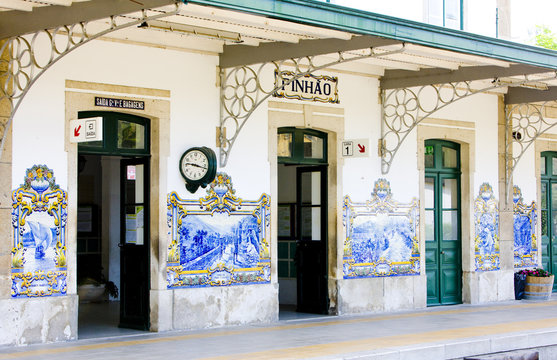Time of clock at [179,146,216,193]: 9:17
